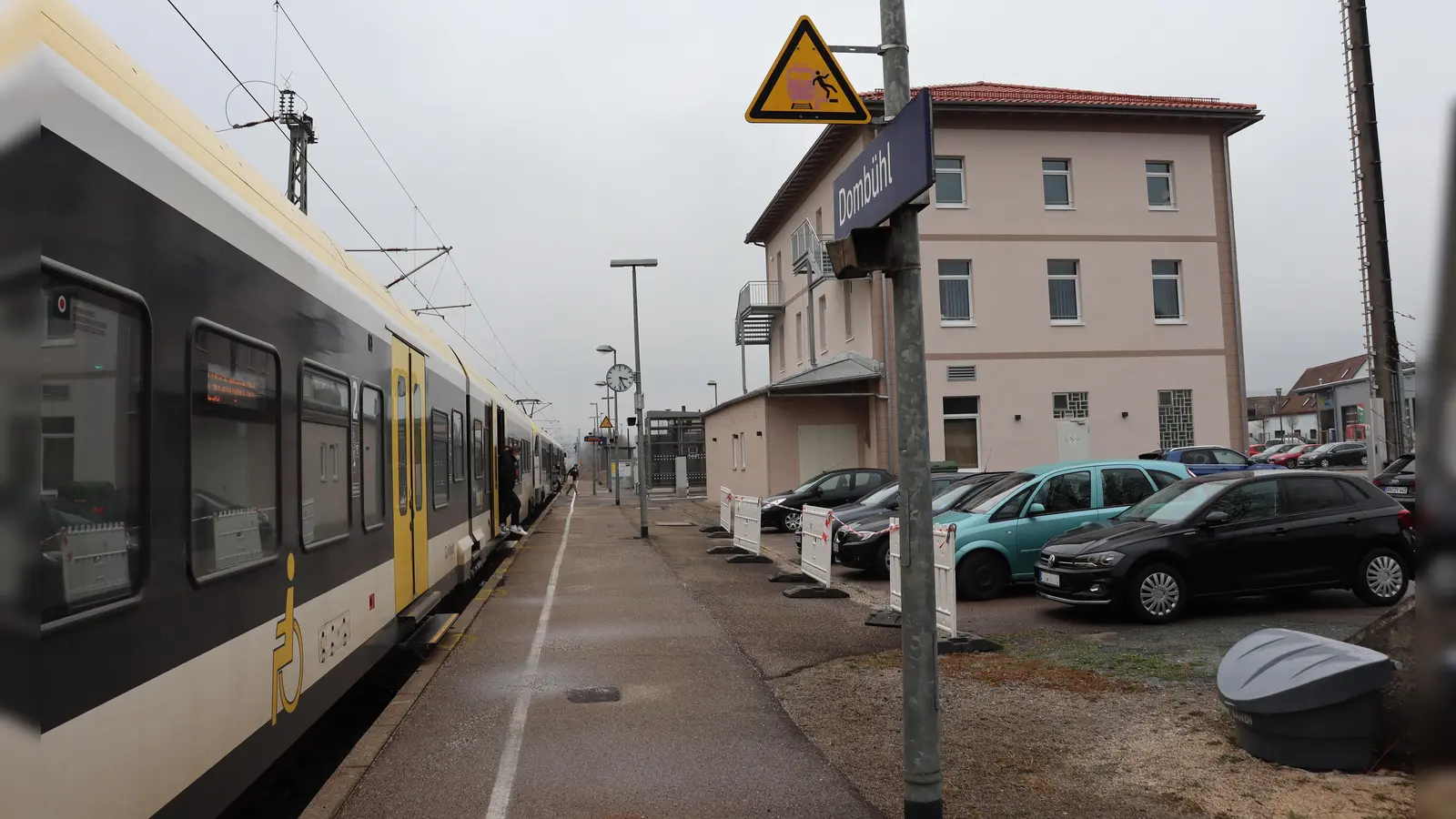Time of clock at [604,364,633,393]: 3:26
